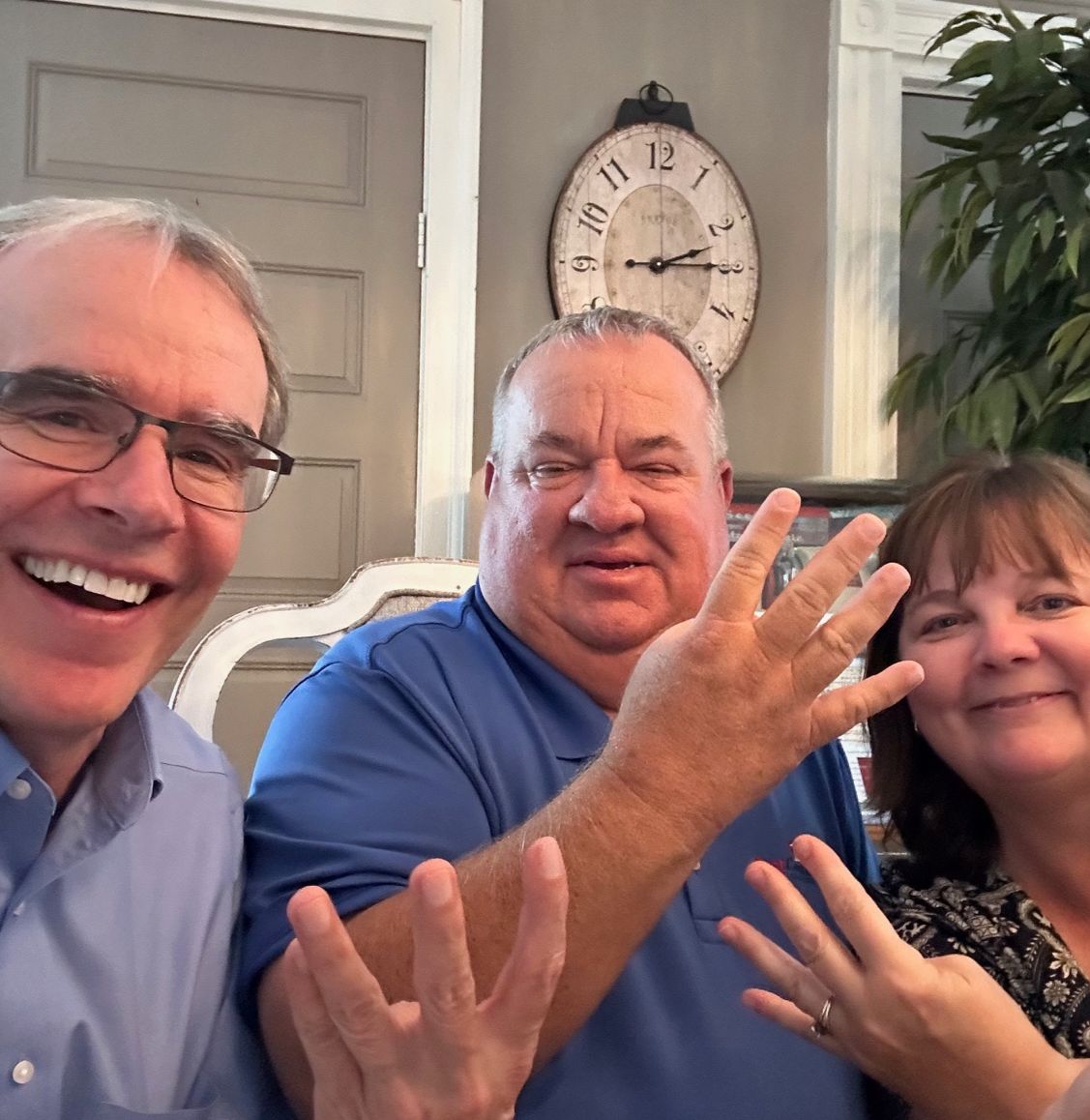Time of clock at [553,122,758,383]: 2:15
